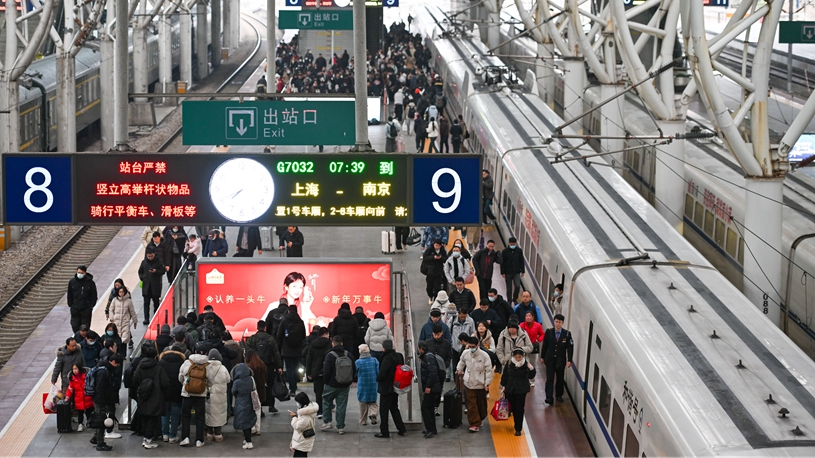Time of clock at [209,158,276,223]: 7:40
